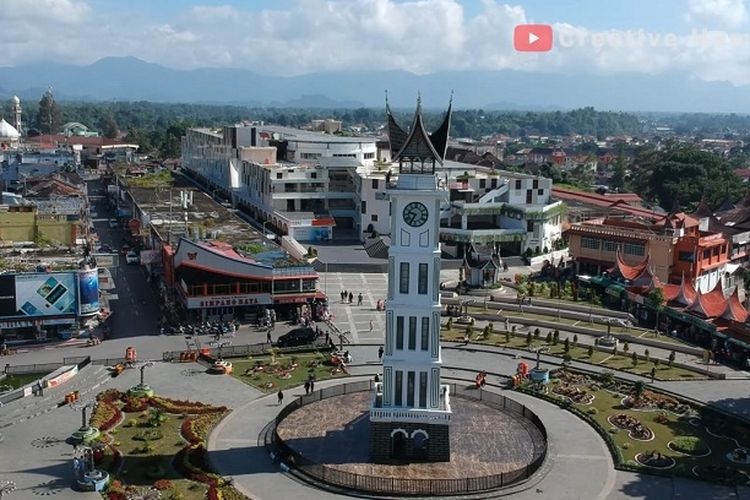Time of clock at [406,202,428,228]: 9:35
